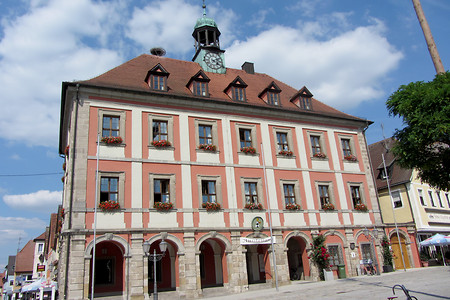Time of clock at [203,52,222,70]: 4:10
